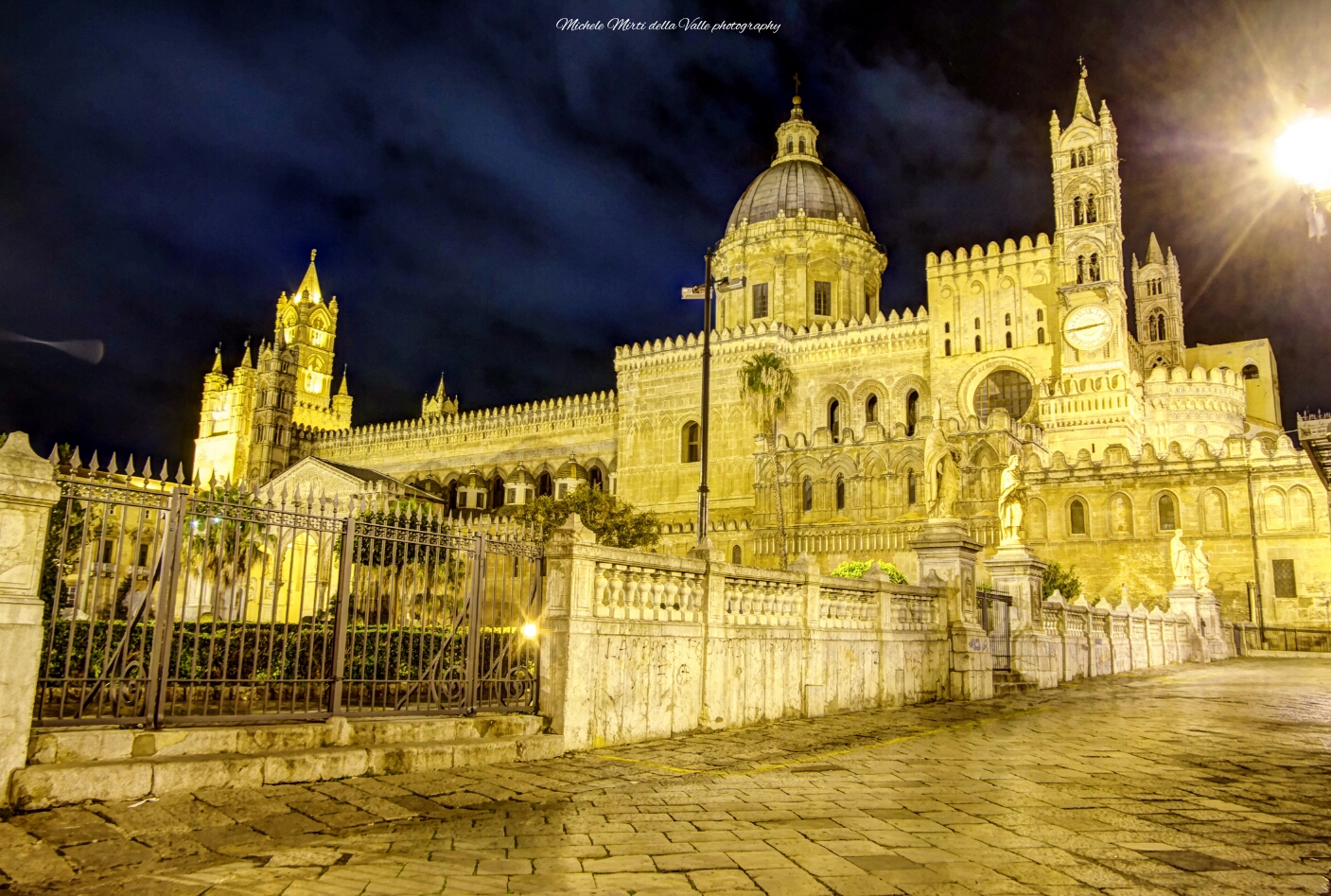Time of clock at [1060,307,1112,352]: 2:43
